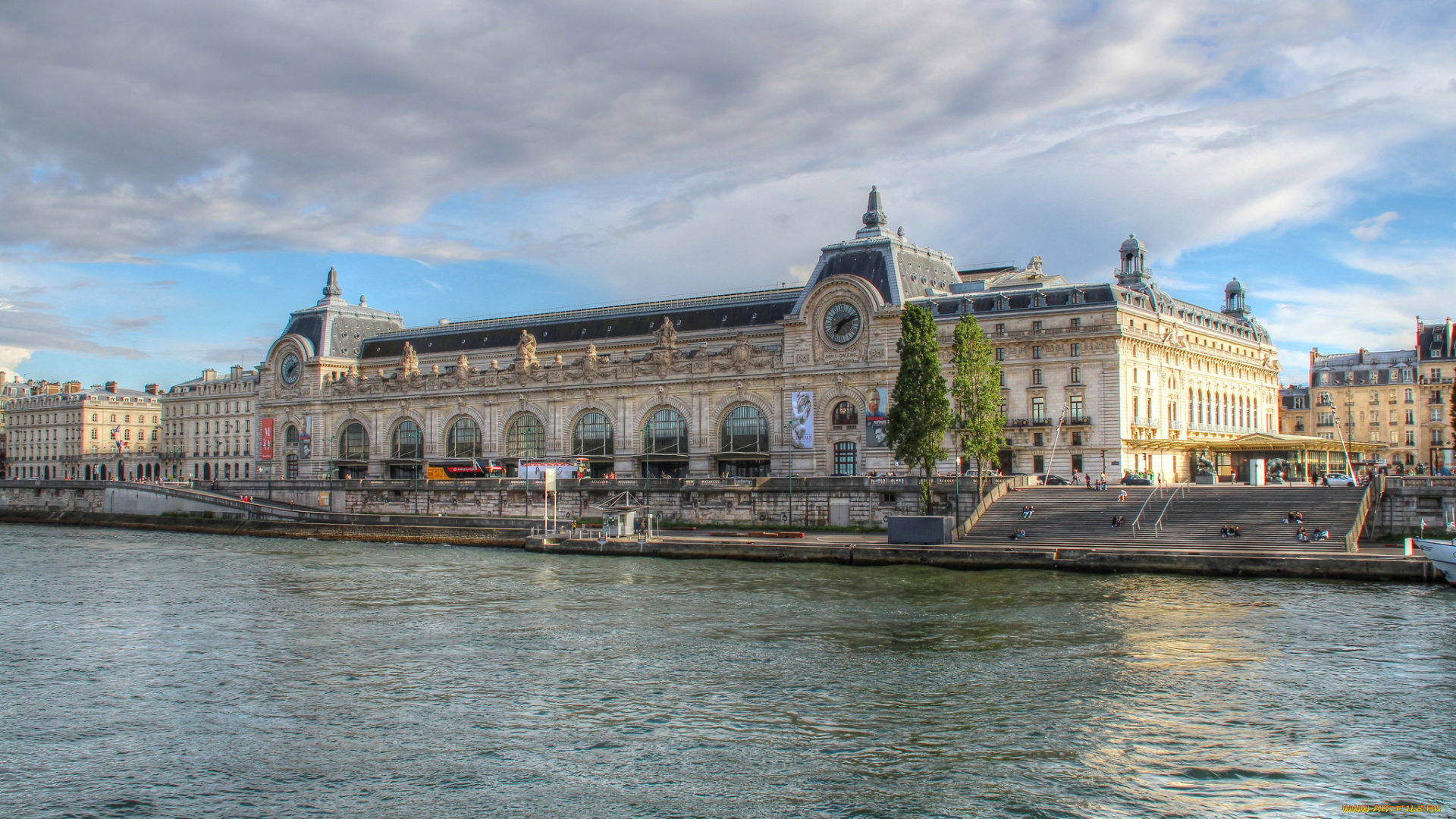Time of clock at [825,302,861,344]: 7:11
